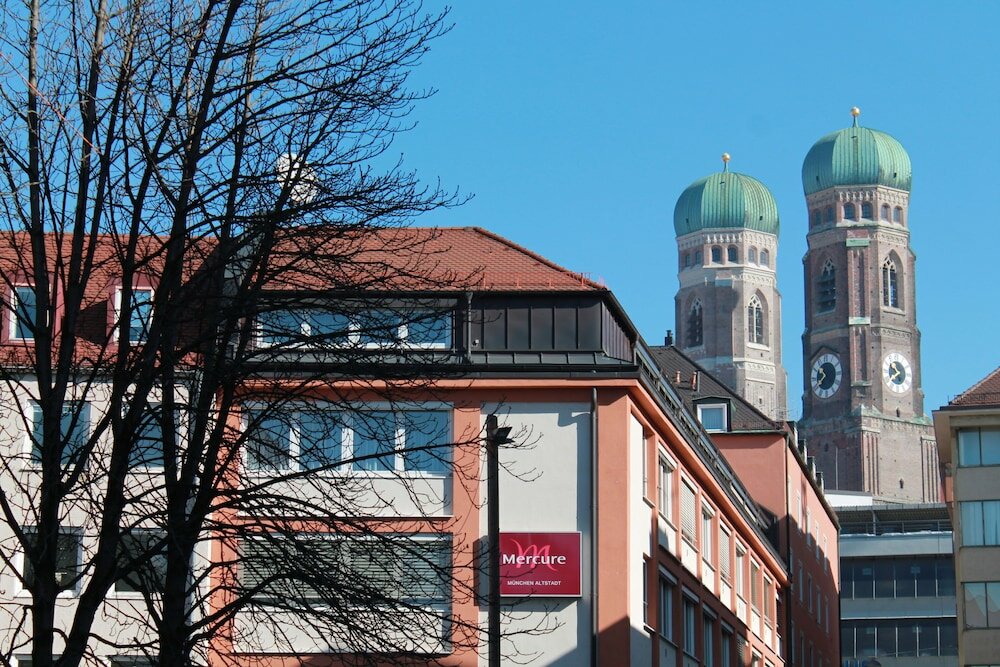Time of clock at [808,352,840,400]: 10:39
